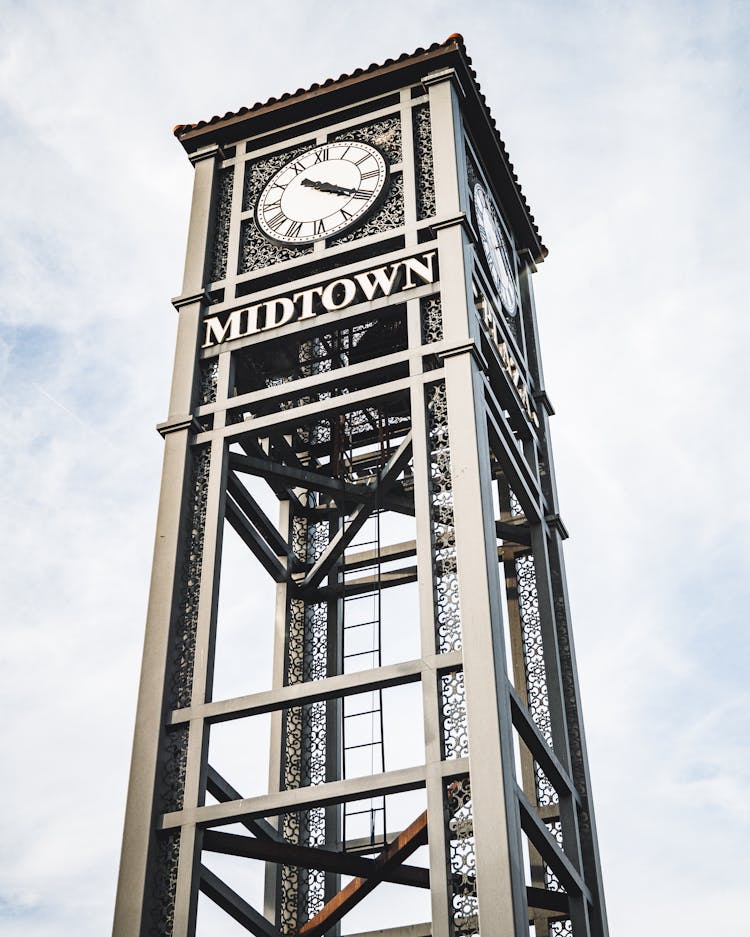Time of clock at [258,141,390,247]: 4:20
